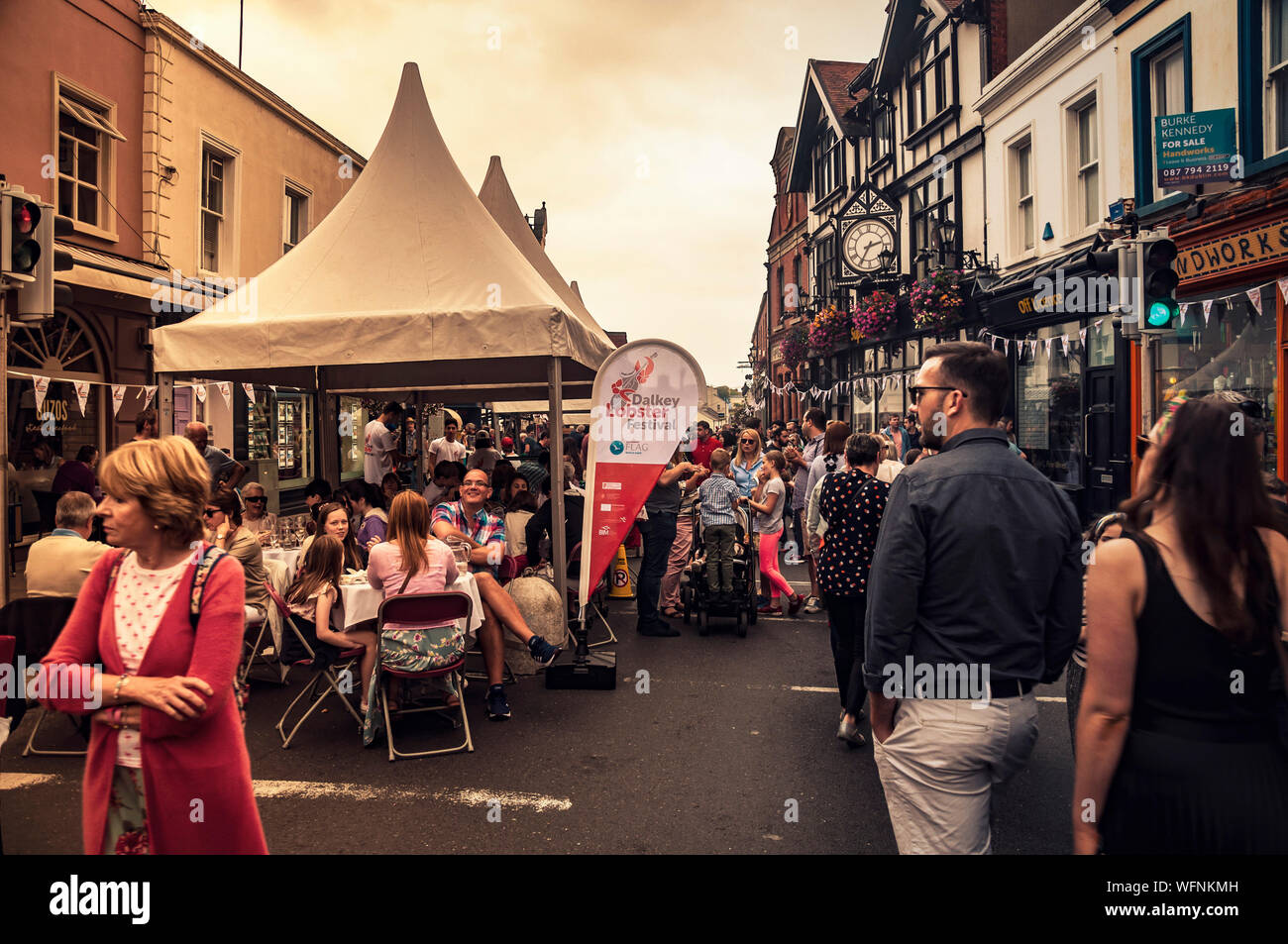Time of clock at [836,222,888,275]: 2:34
